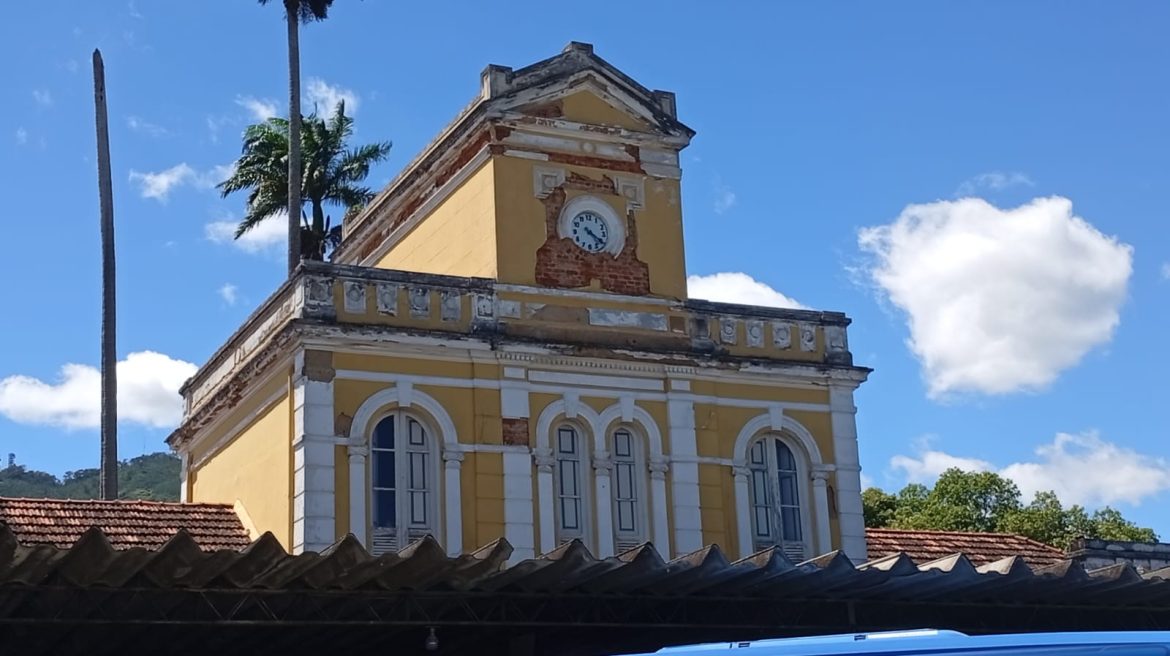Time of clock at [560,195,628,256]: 4:20
